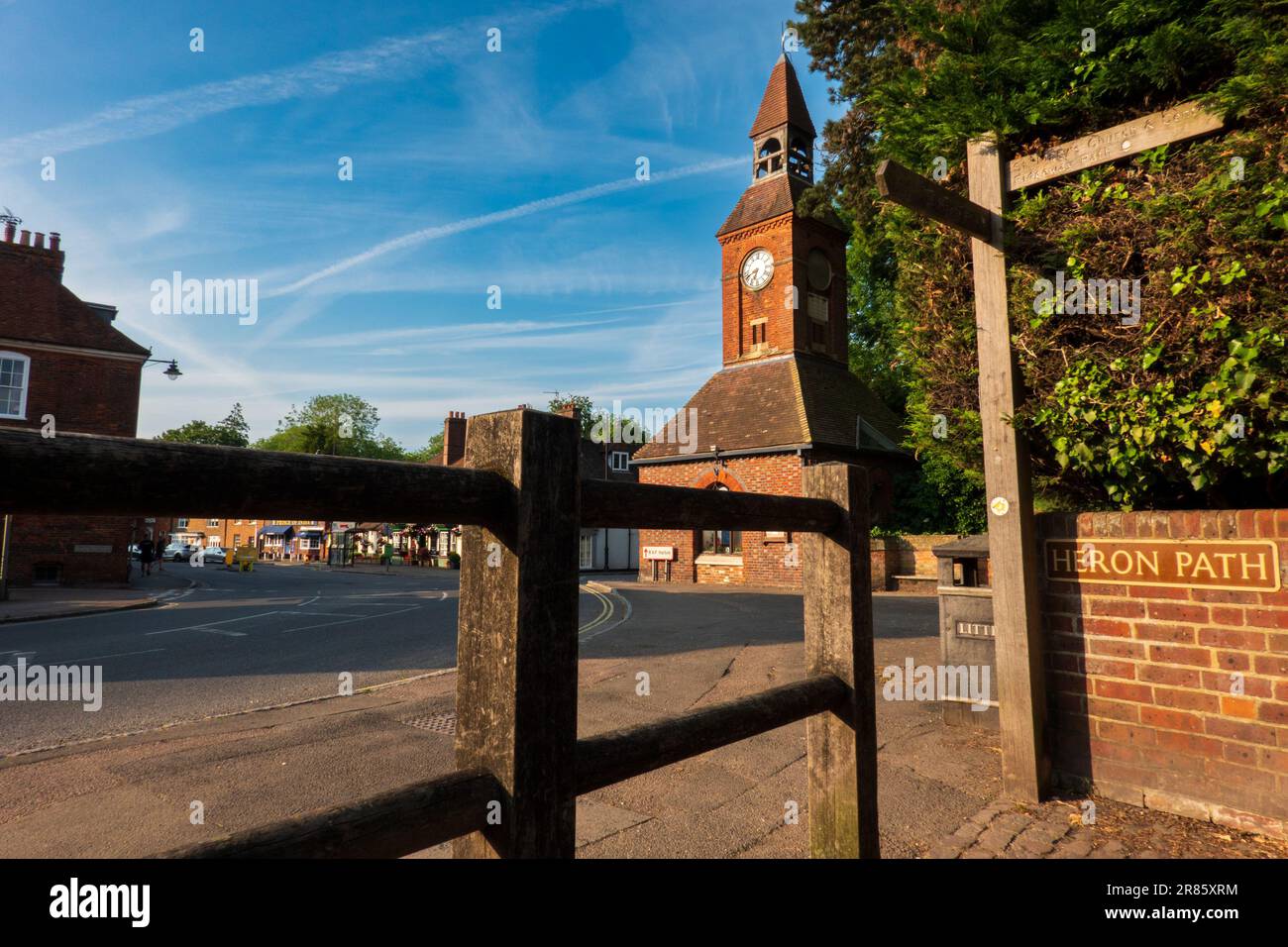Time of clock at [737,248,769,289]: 6:41
